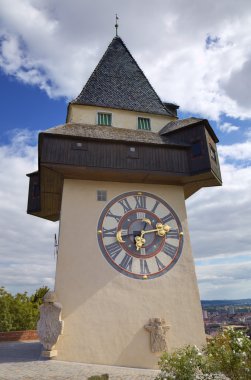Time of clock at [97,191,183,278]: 6:43
